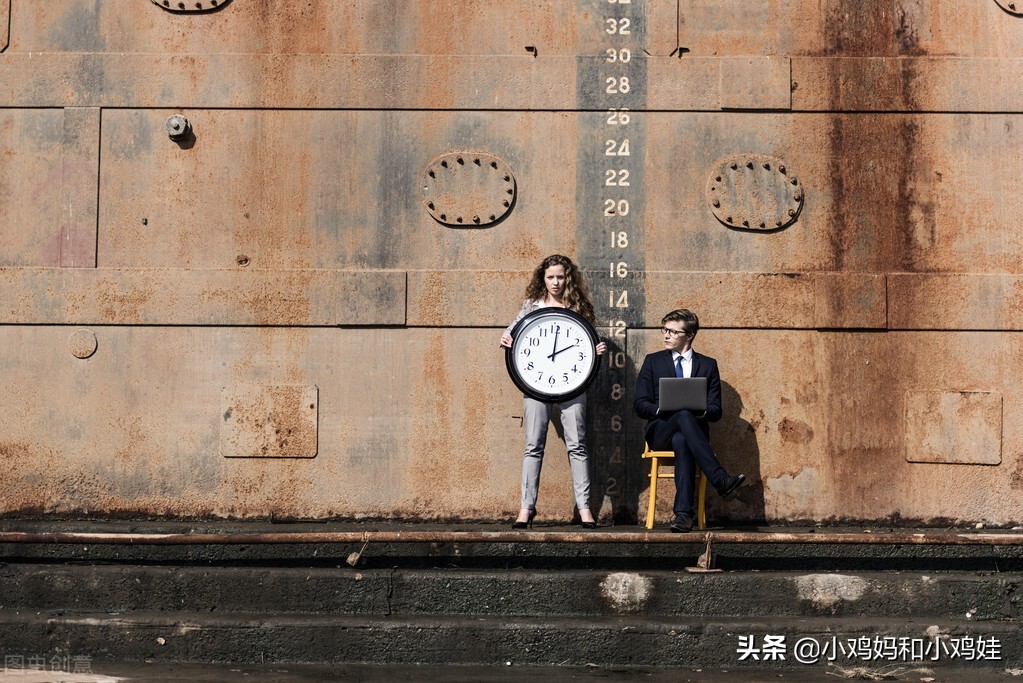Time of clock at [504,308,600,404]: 2:01
